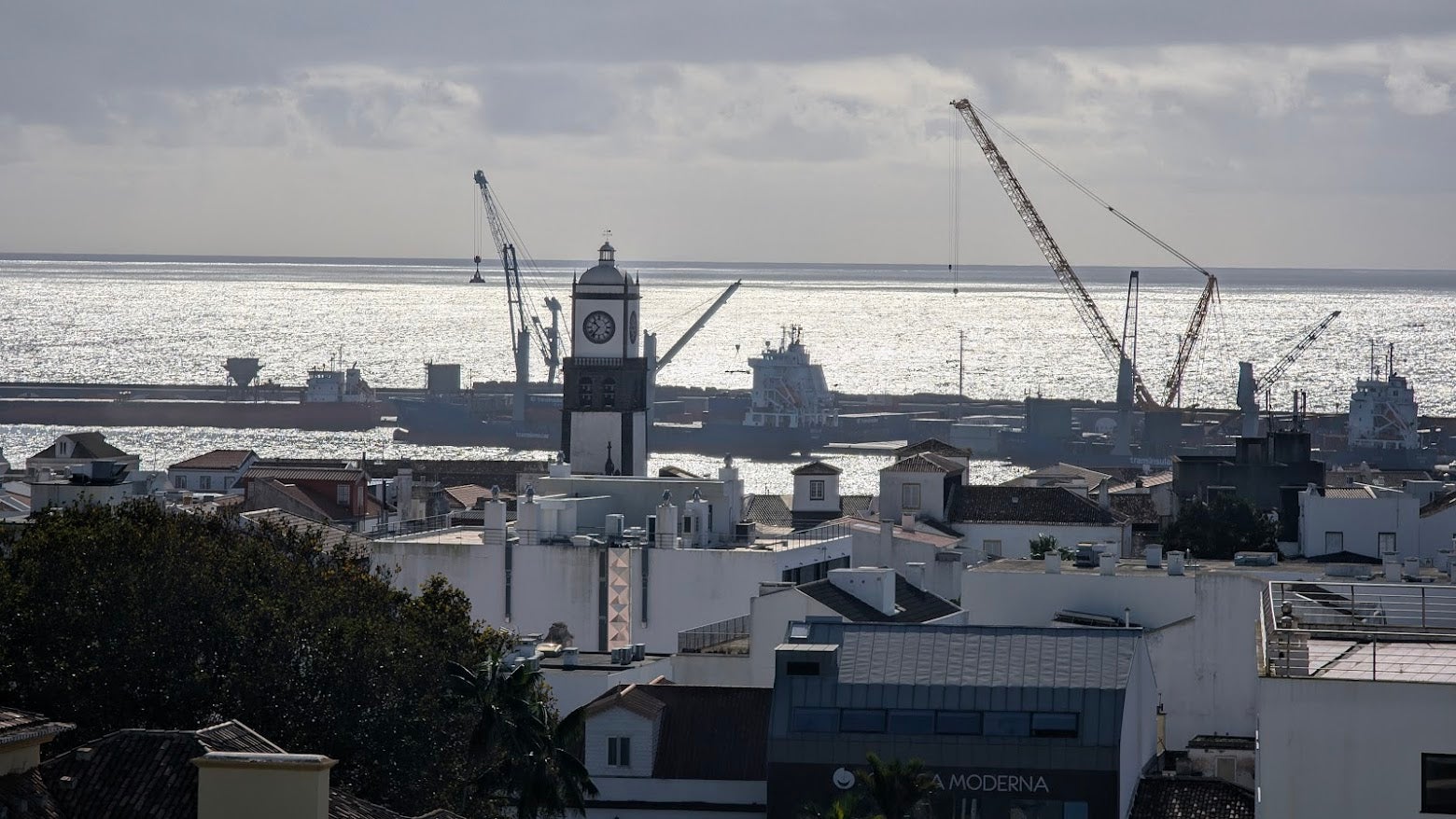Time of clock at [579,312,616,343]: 10:37
